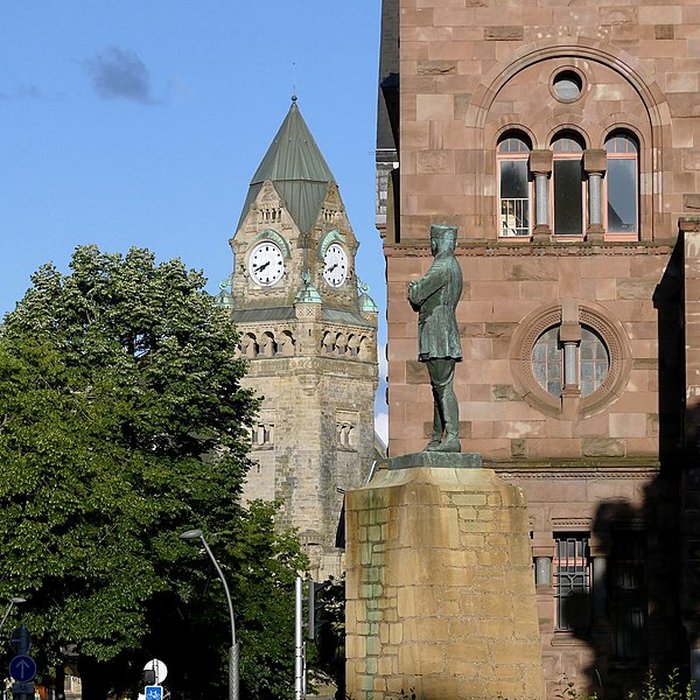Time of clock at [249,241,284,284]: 7:41
